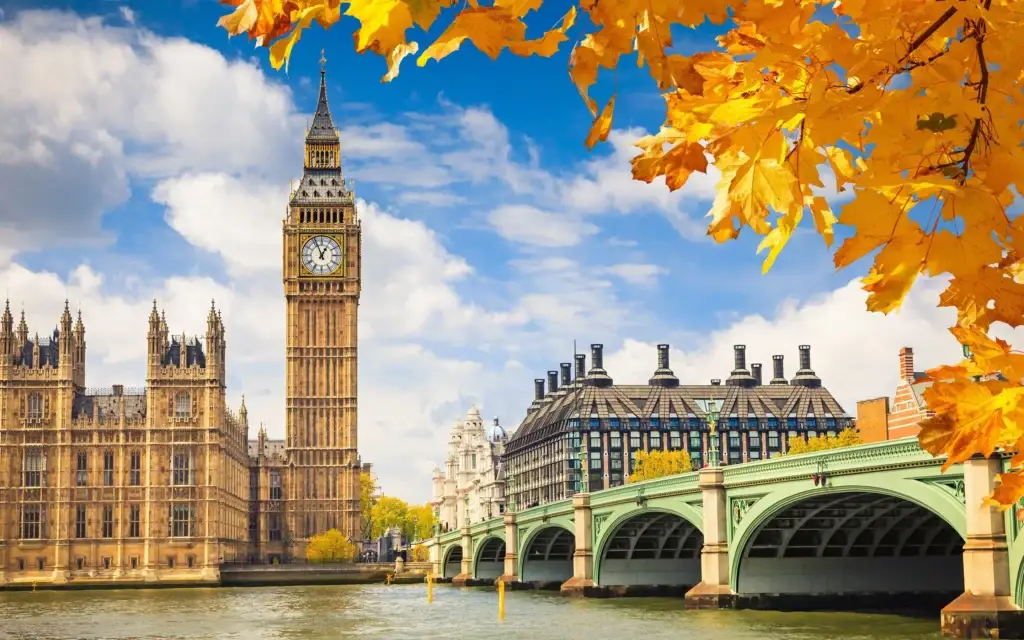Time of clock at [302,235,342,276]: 12:56
